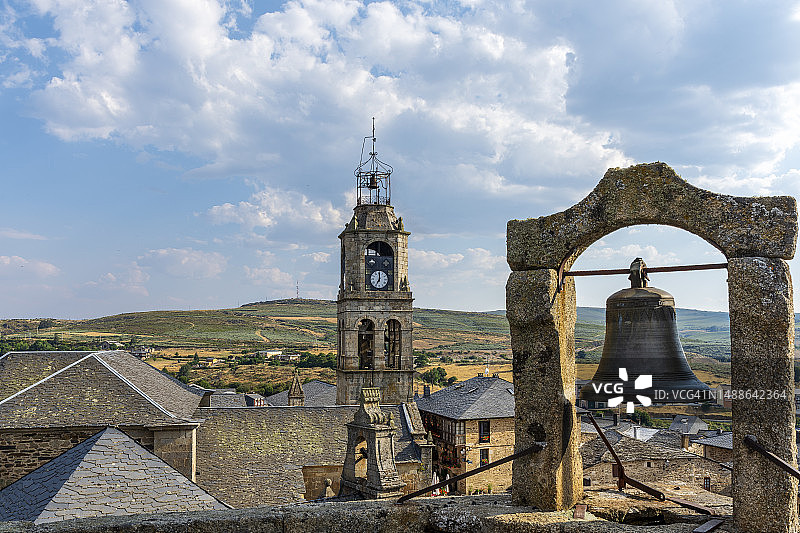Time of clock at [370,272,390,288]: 7:00
